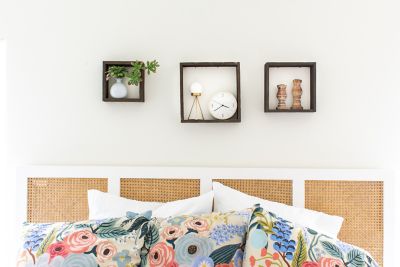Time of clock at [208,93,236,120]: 3:39
